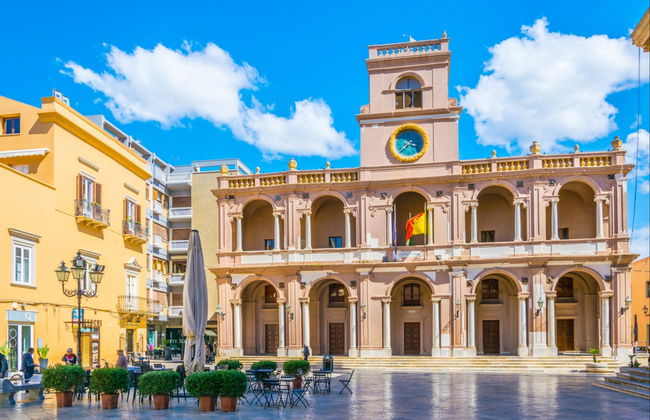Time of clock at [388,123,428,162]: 3:37
